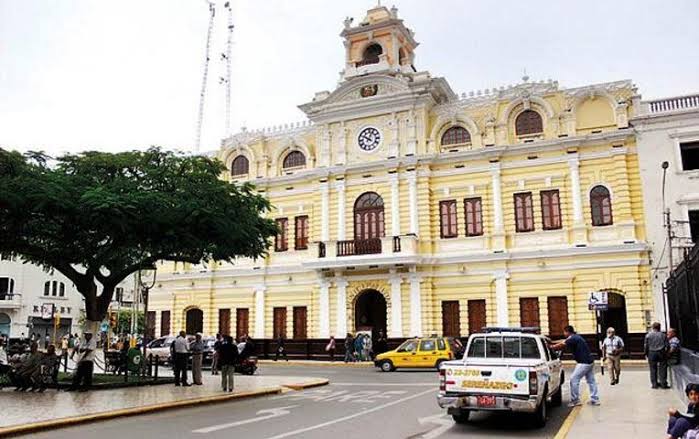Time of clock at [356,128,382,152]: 10:03
